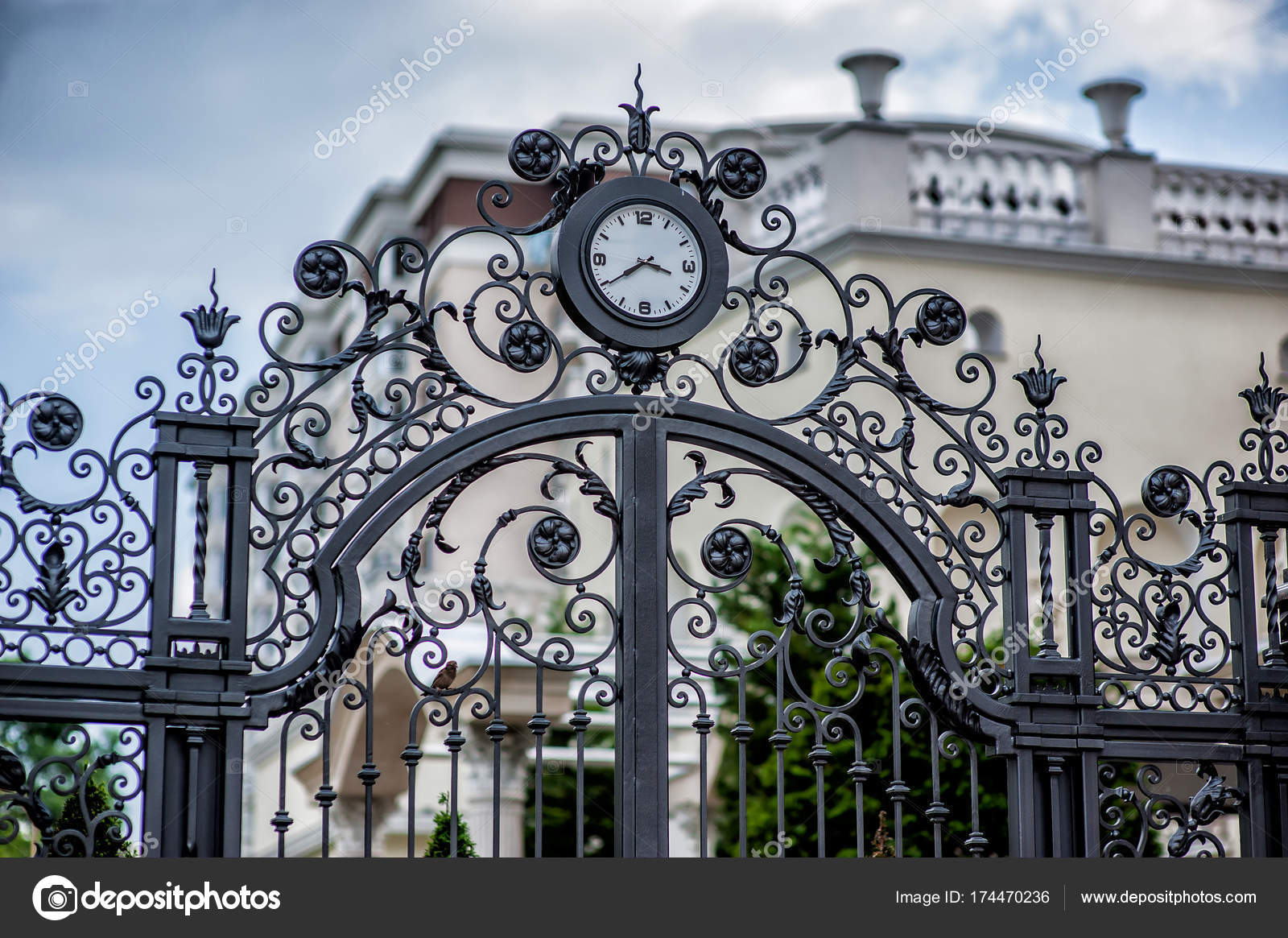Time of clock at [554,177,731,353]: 3:39
